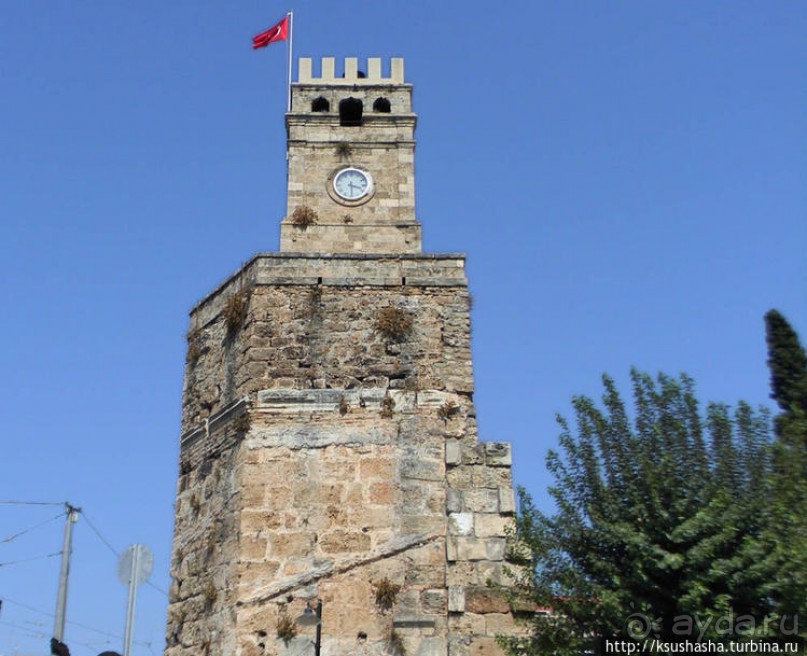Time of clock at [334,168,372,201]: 3:29
